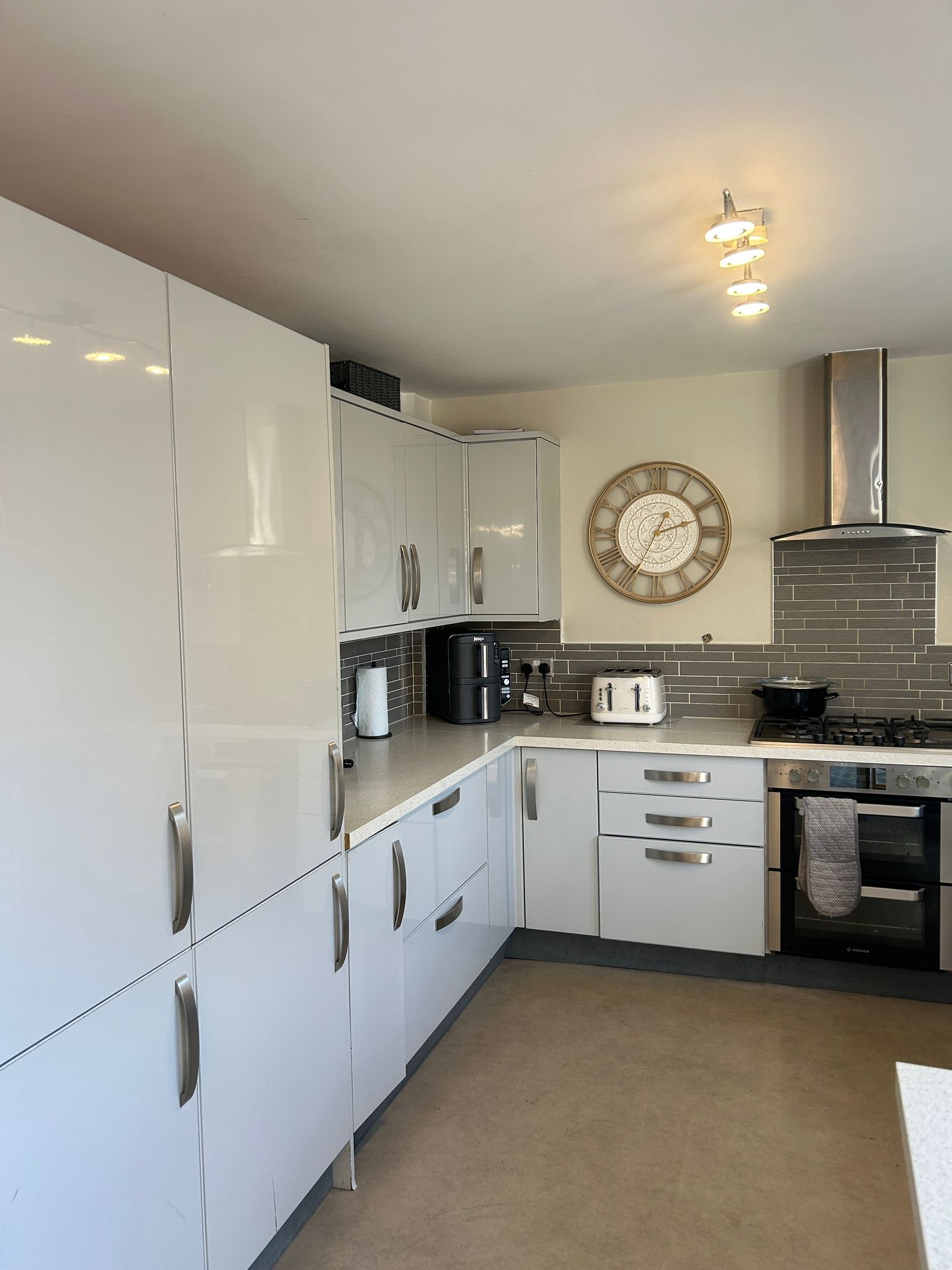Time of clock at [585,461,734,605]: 2:34
